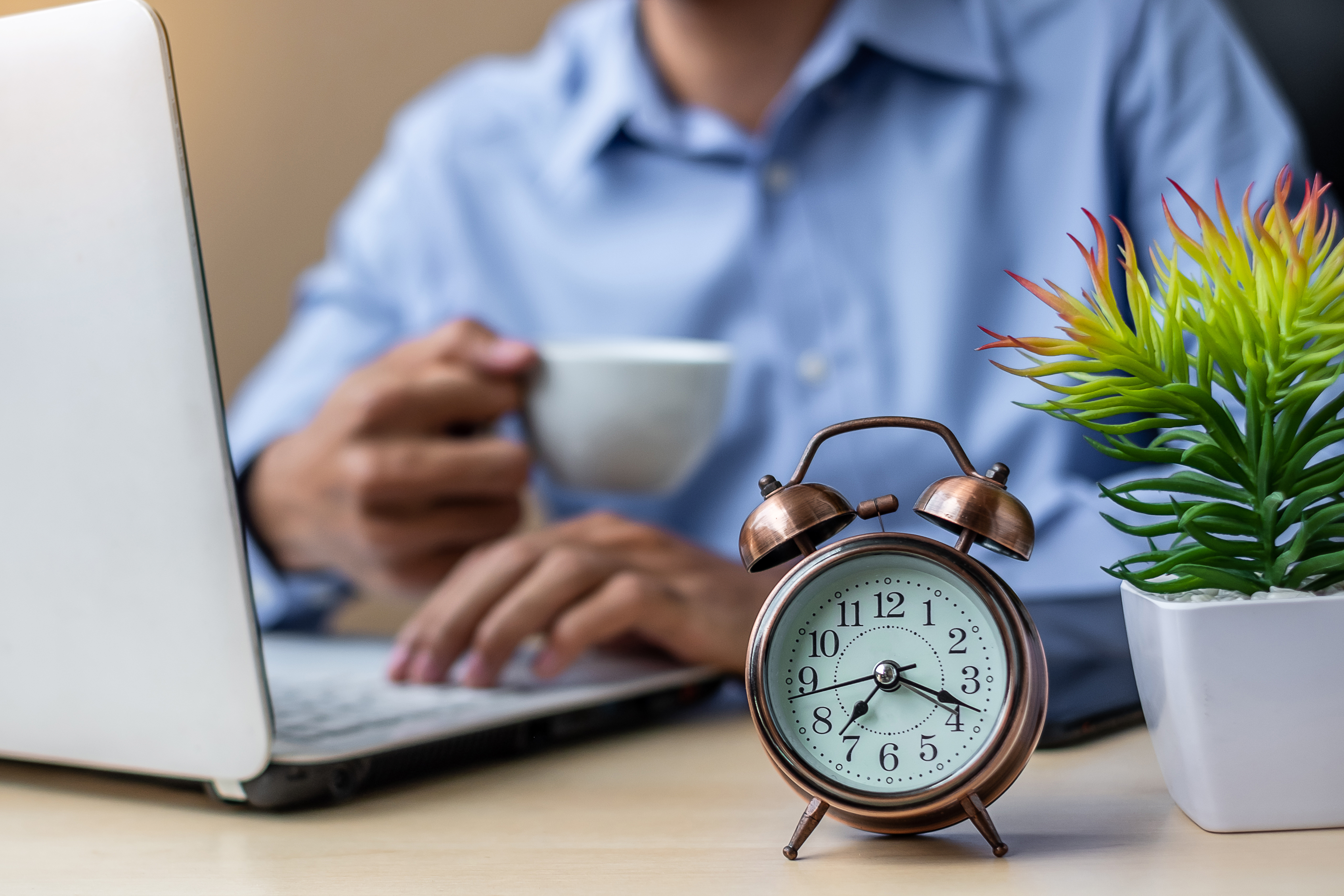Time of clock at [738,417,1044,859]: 7:18
